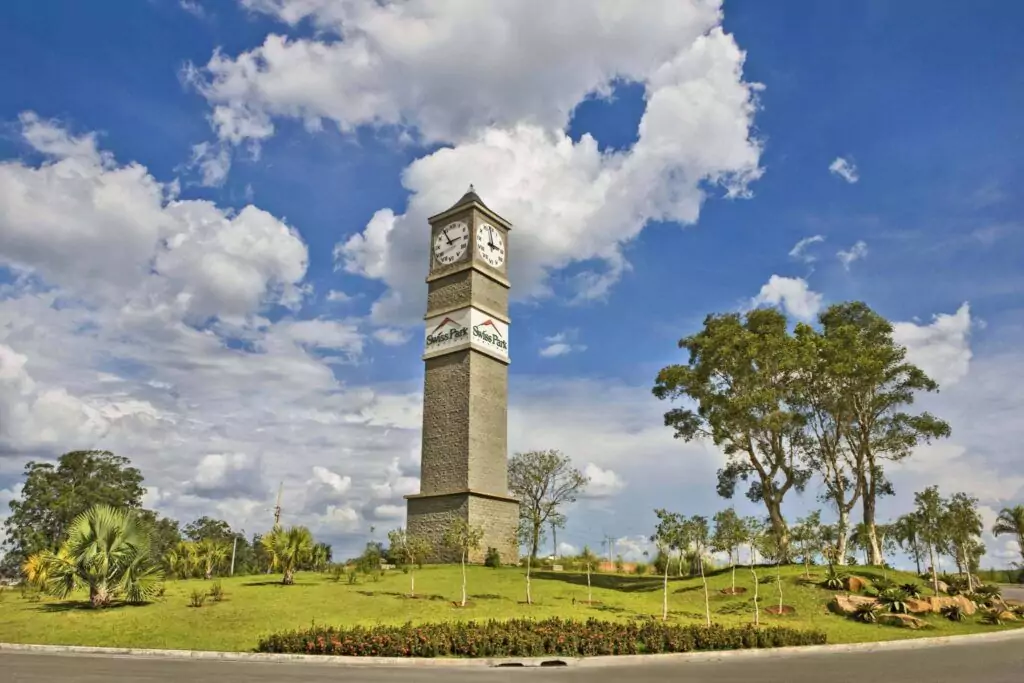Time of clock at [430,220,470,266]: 2:54
